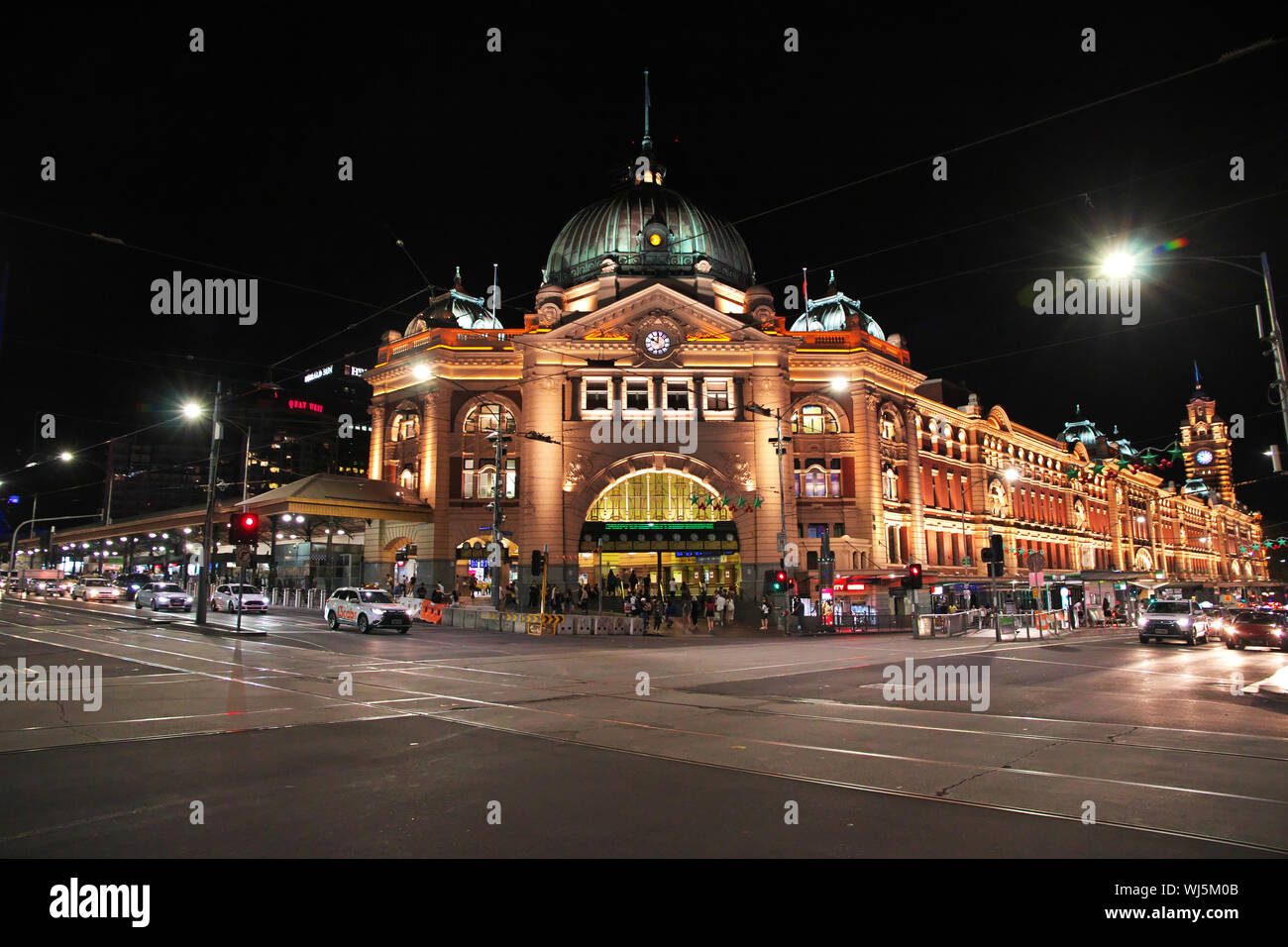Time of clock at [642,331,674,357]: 10:00
